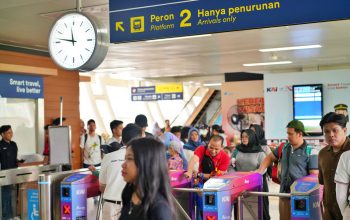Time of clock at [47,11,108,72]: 11:46
